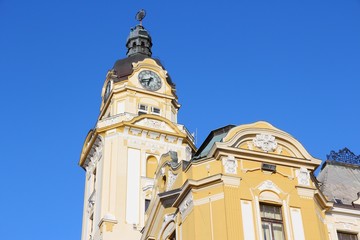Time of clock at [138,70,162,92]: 6:41
